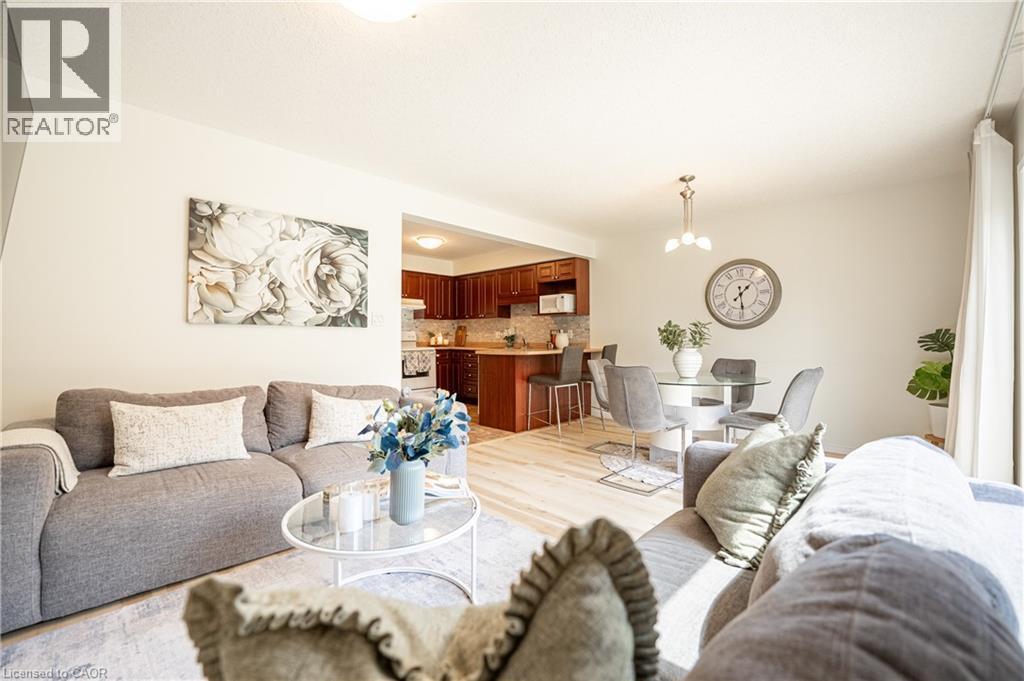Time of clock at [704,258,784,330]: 1:28
